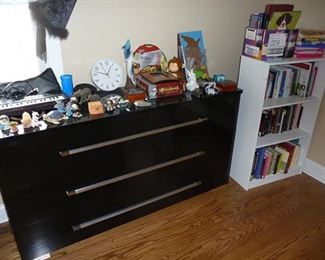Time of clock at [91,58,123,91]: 12:47
